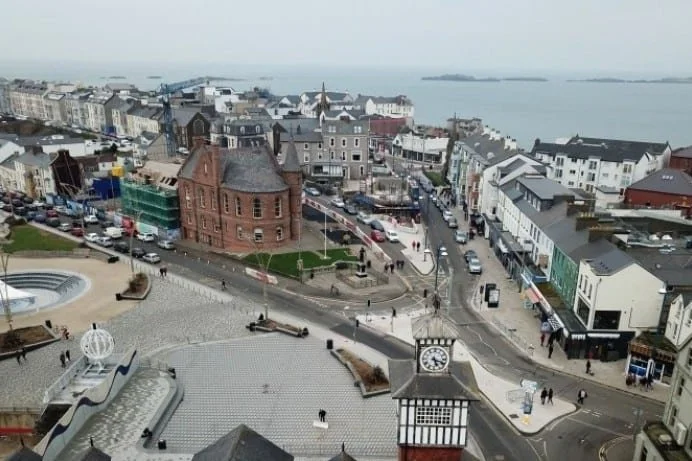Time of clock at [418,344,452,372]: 5:18
